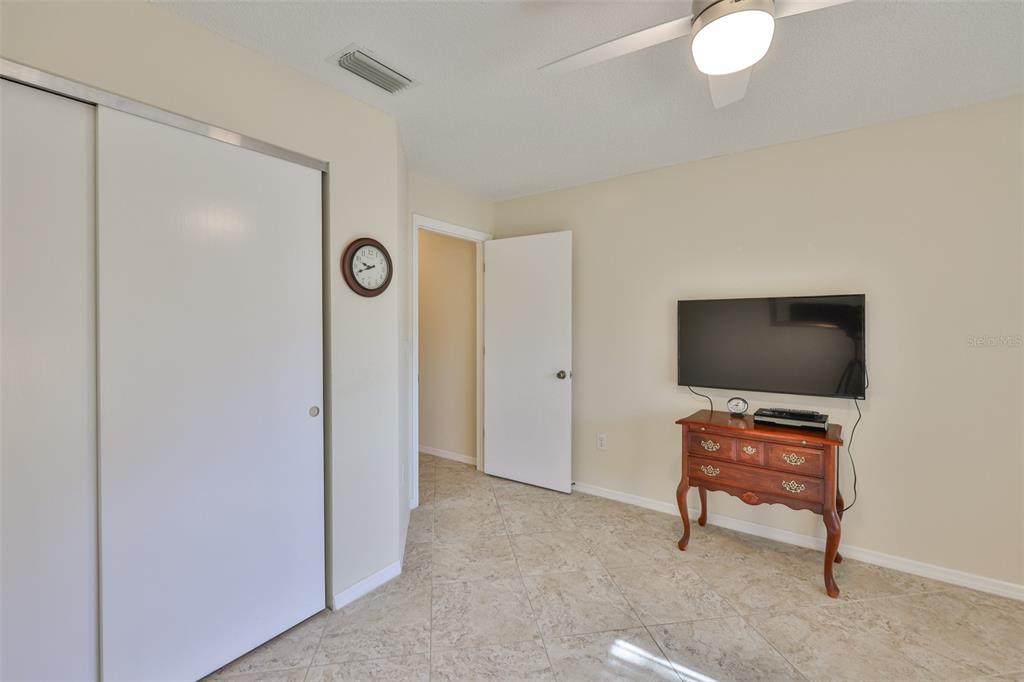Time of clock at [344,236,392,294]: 9:41
